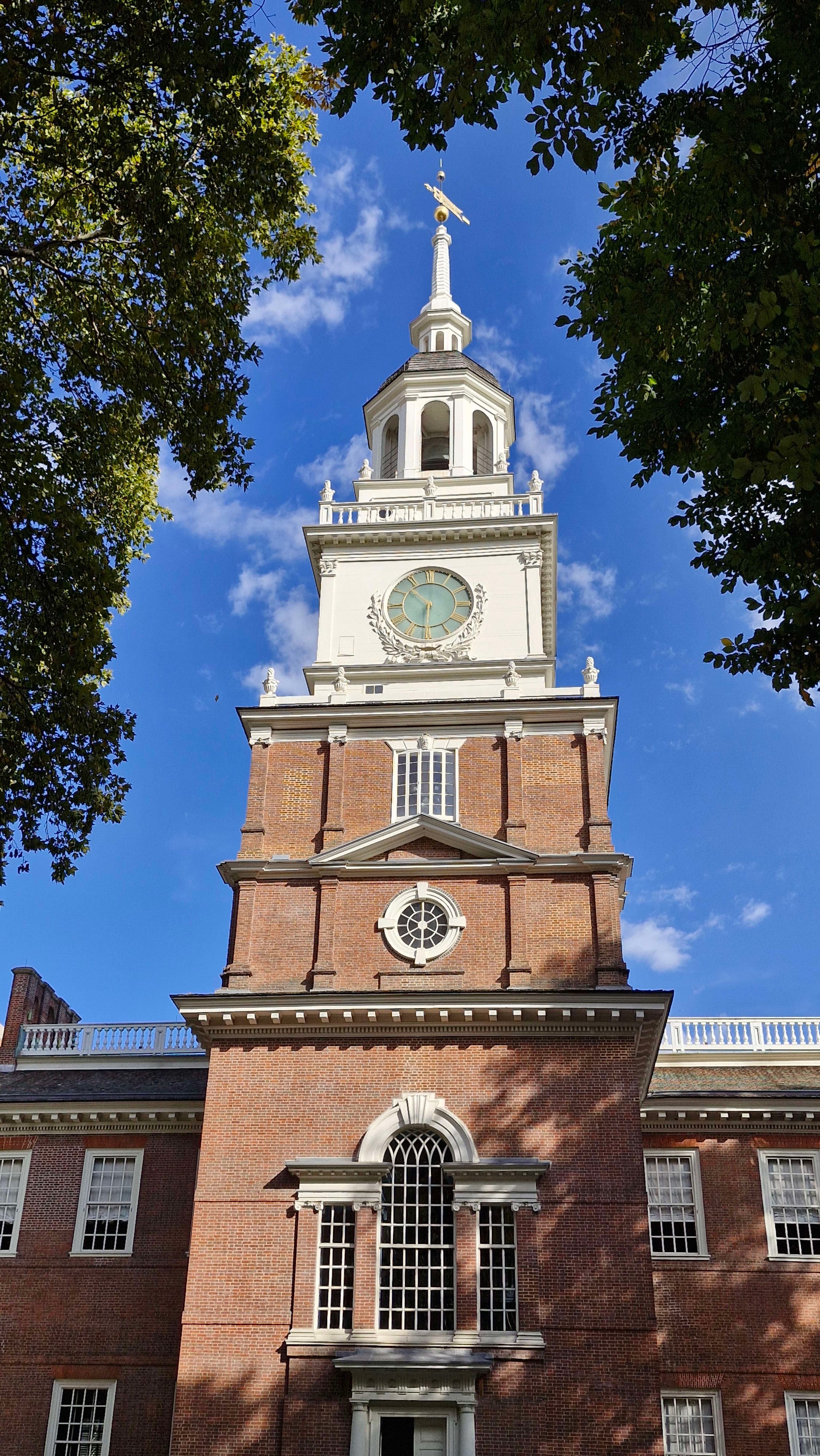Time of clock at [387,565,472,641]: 10:30
